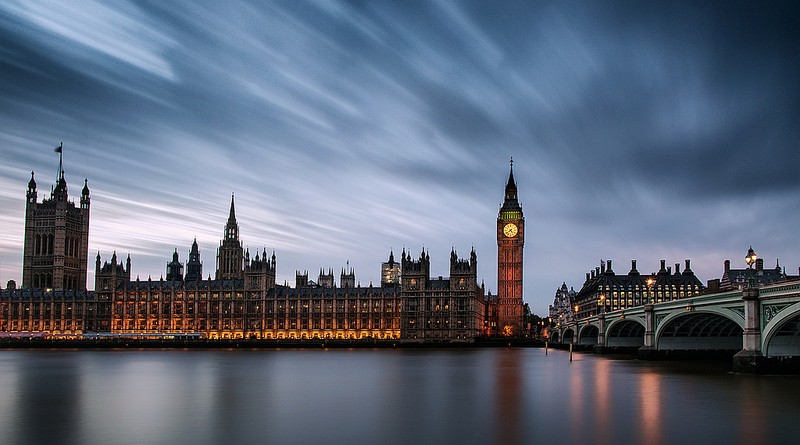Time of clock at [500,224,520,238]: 4:38
